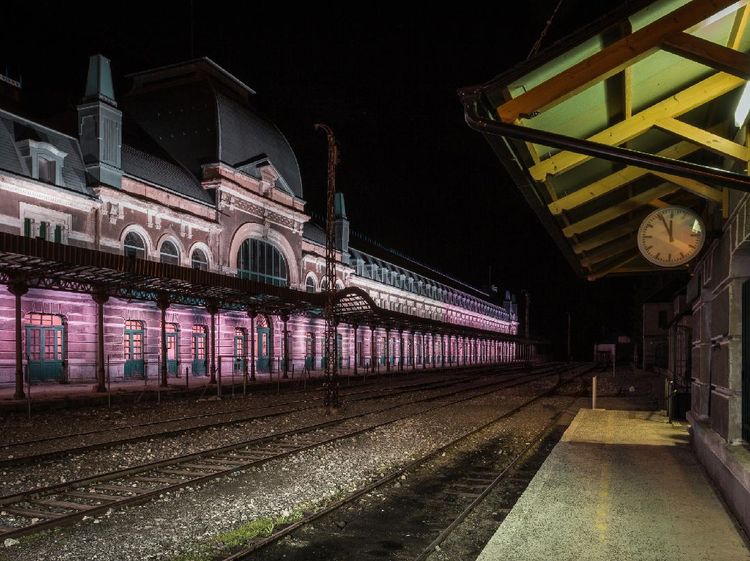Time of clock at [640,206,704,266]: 11:55
